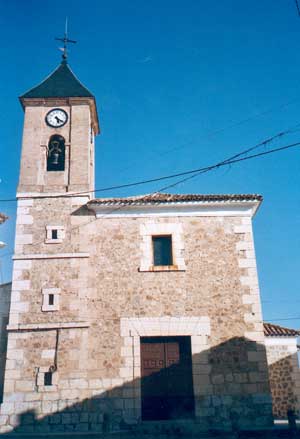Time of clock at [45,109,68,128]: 5:20
